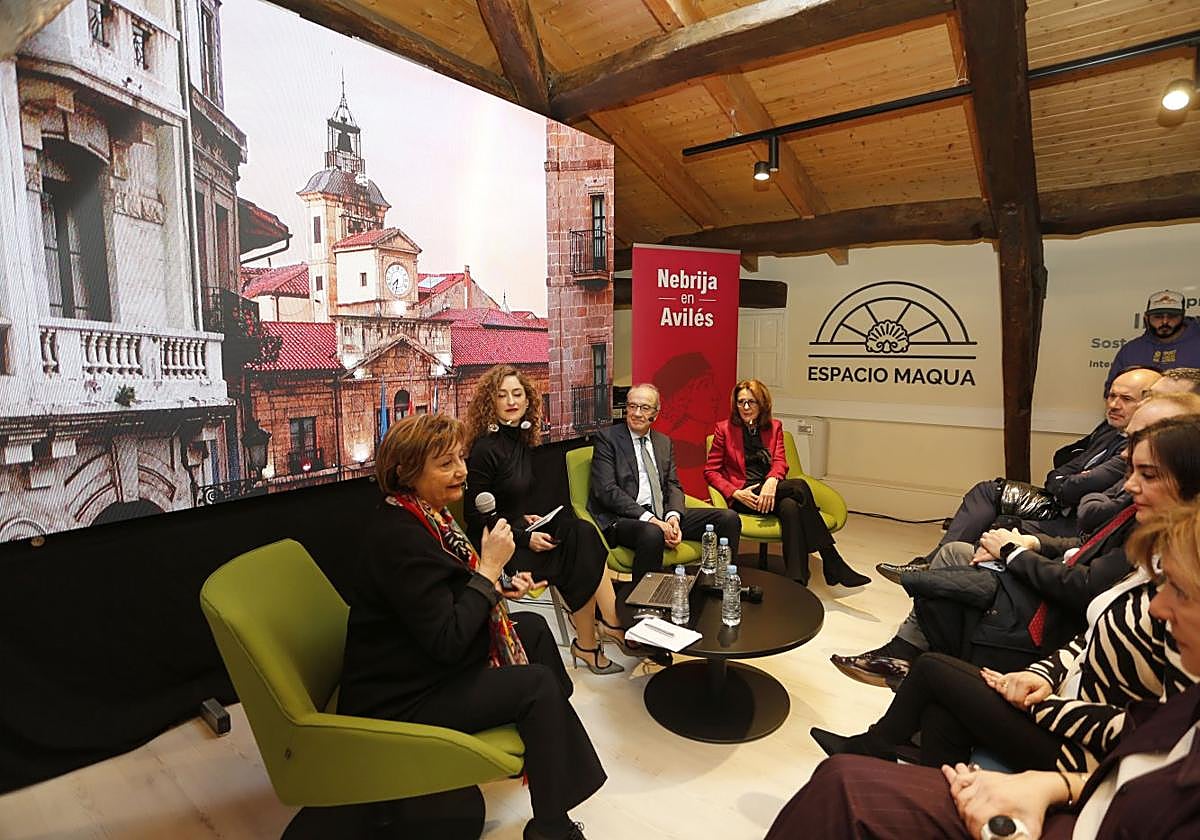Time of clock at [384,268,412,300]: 7:32
